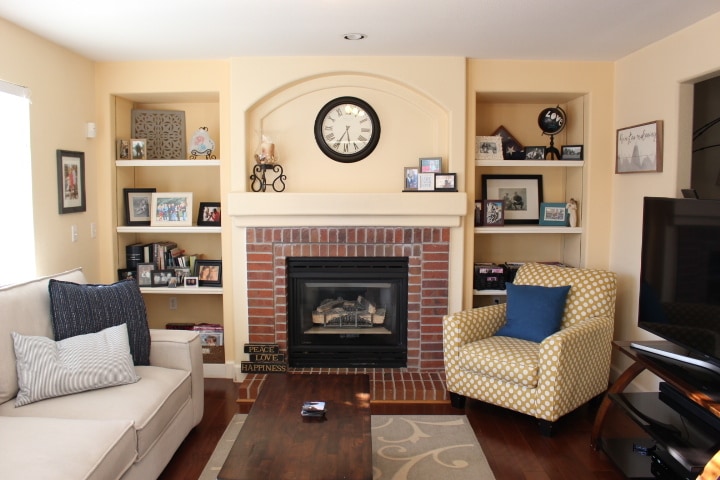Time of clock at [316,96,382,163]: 5:34
